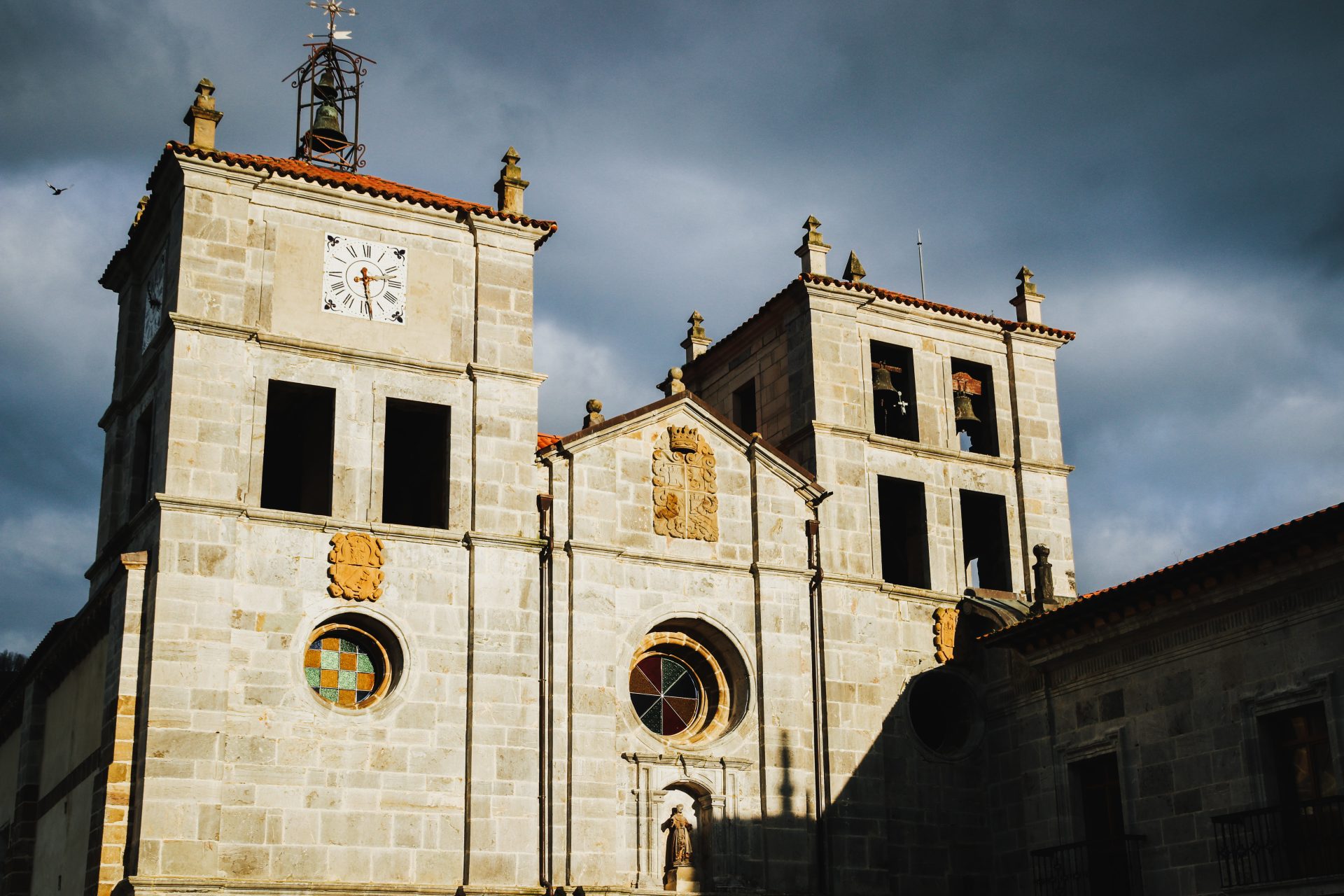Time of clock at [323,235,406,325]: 2:28
